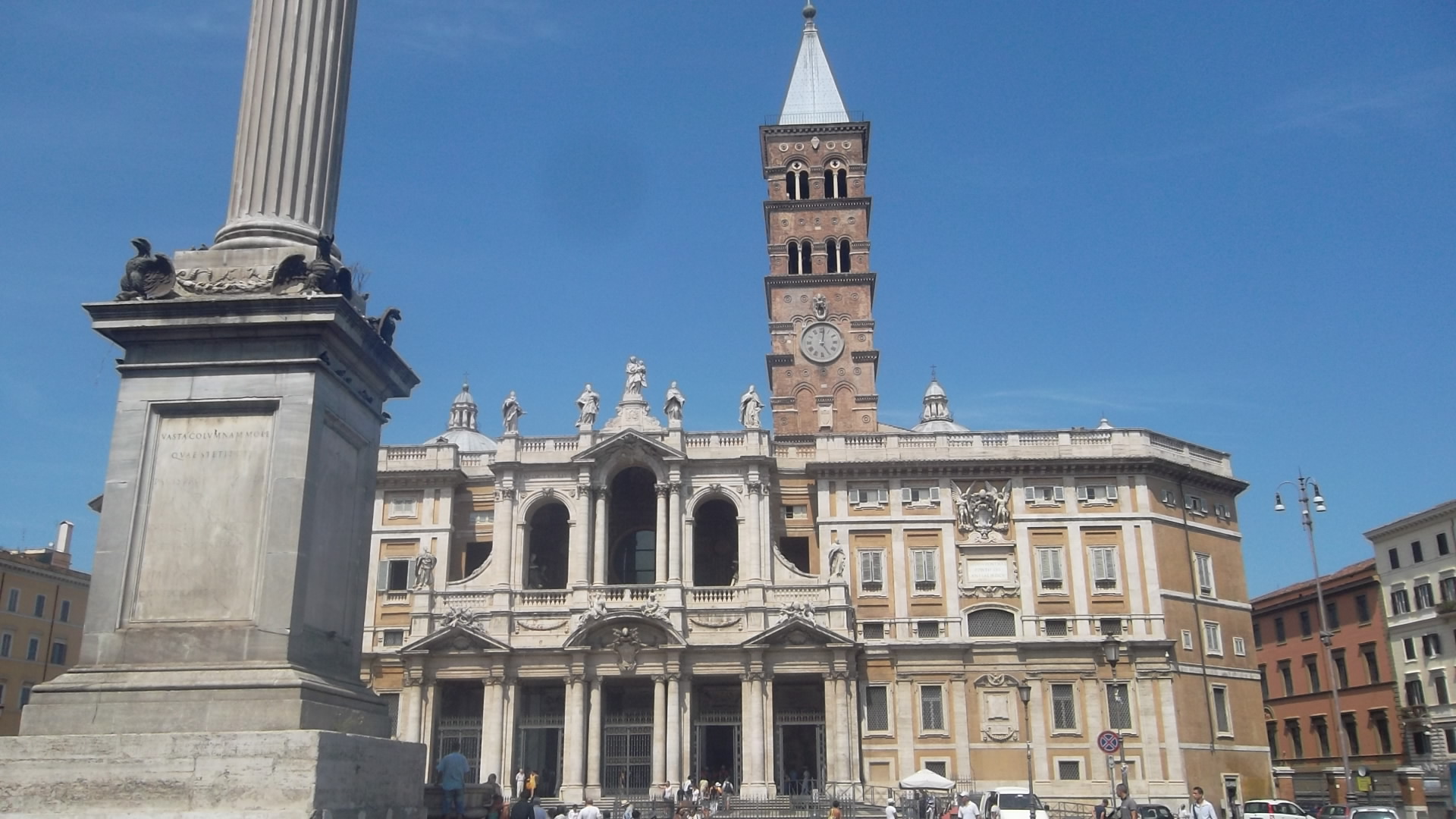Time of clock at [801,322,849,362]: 5:01
